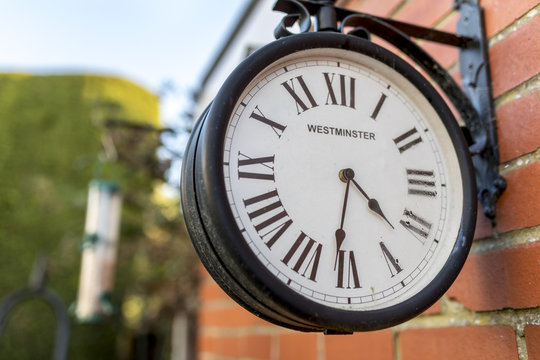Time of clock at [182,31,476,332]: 4:31
